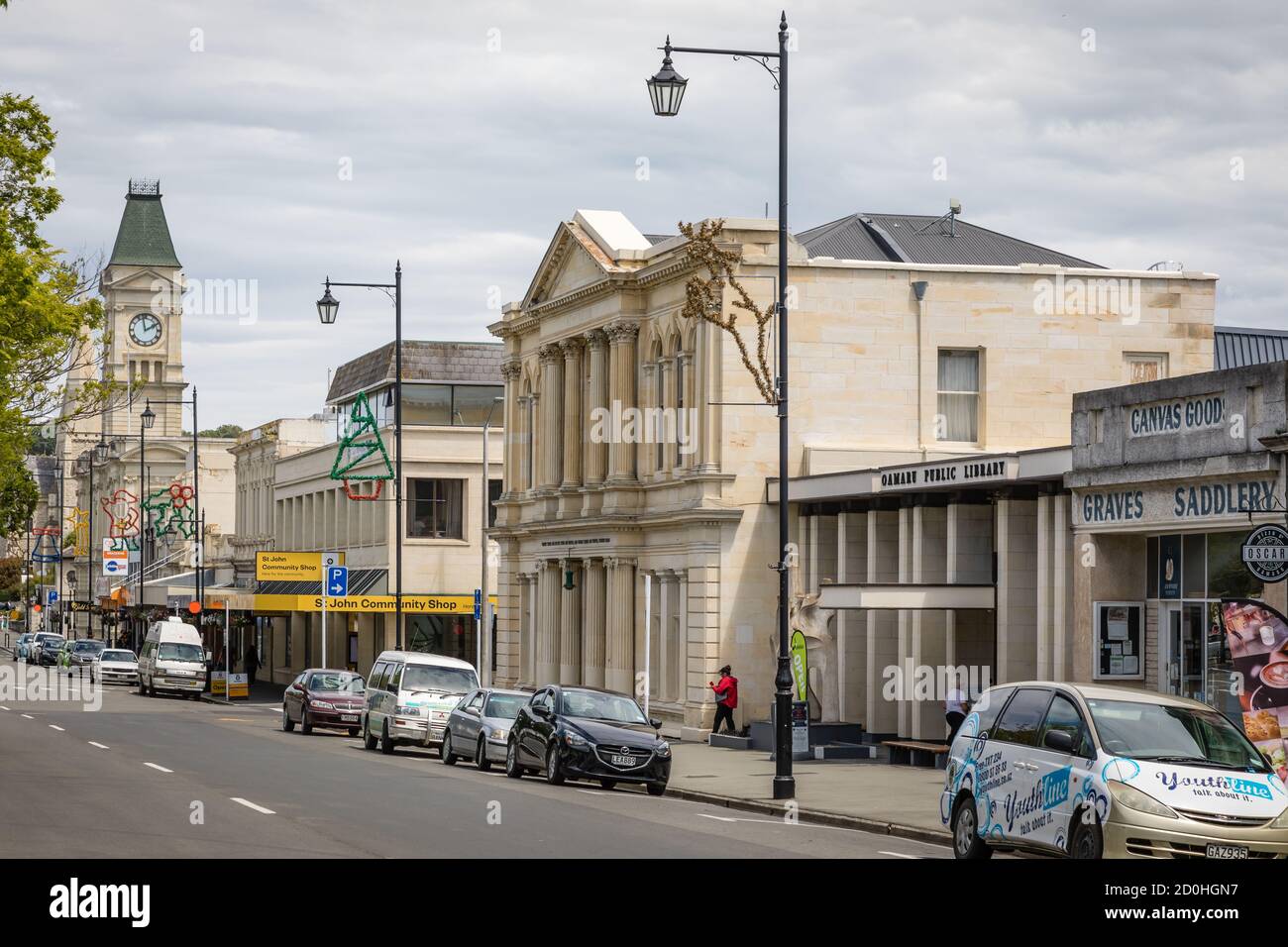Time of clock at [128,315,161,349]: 1:58
